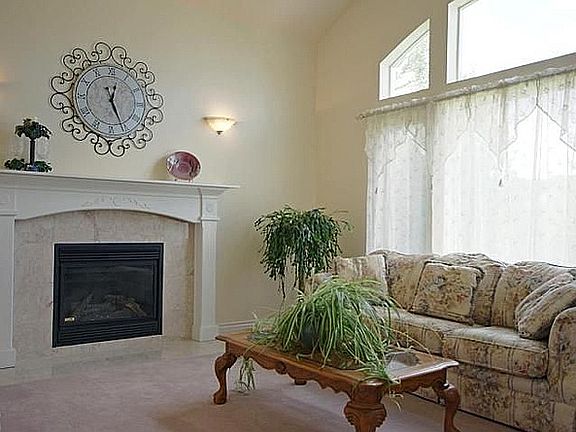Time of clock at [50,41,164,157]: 12:26
